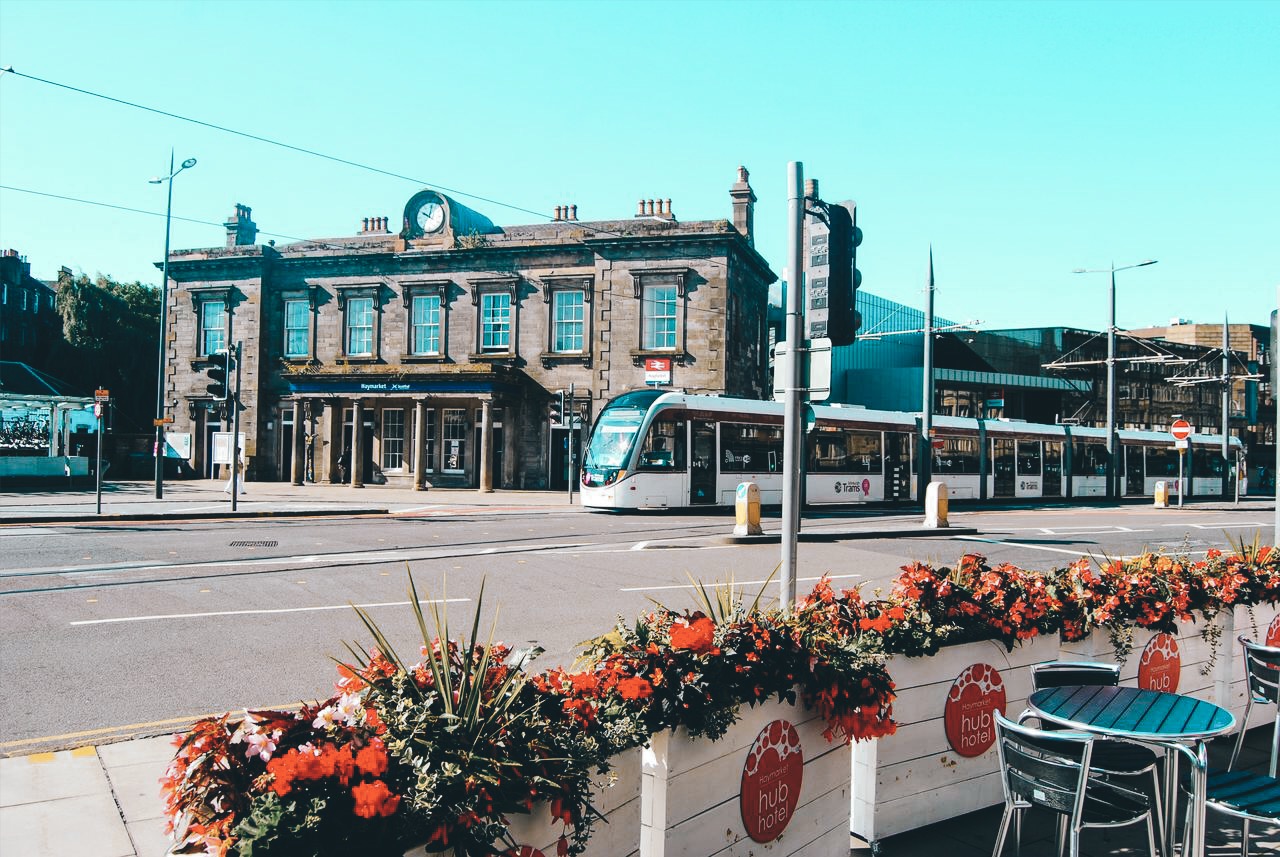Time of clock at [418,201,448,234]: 10:02
